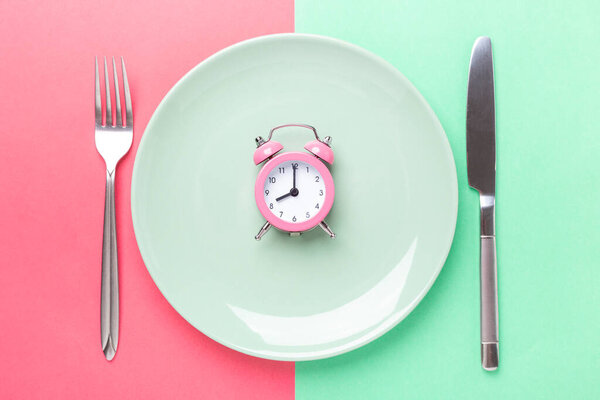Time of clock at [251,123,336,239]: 8:00
